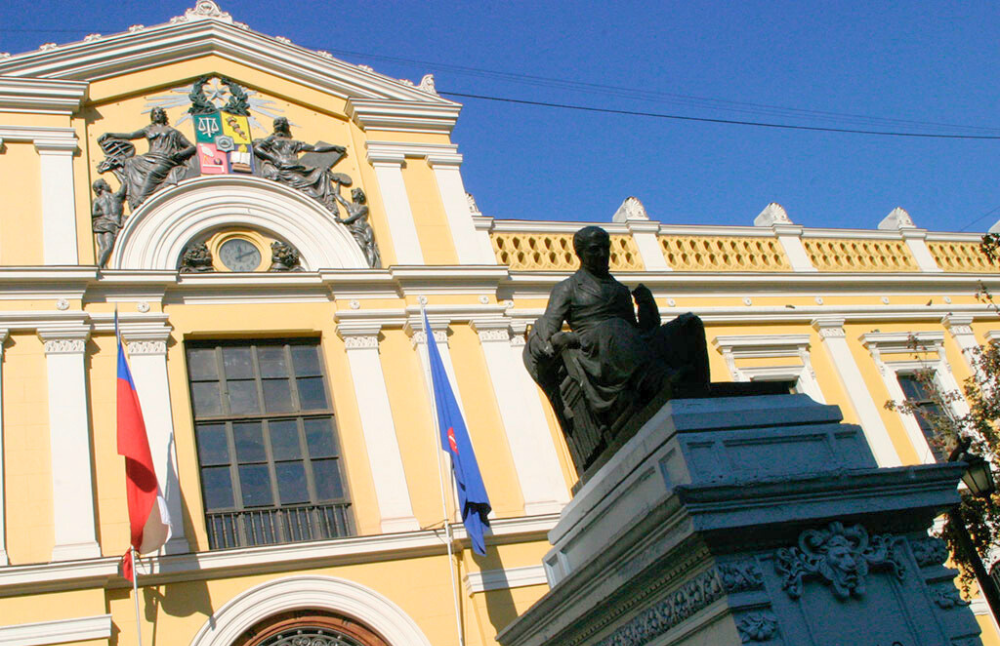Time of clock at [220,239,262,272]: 12:10
